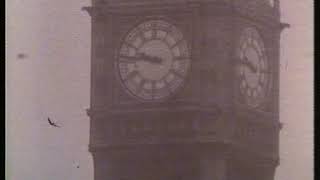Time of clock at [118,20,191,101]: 9:45
